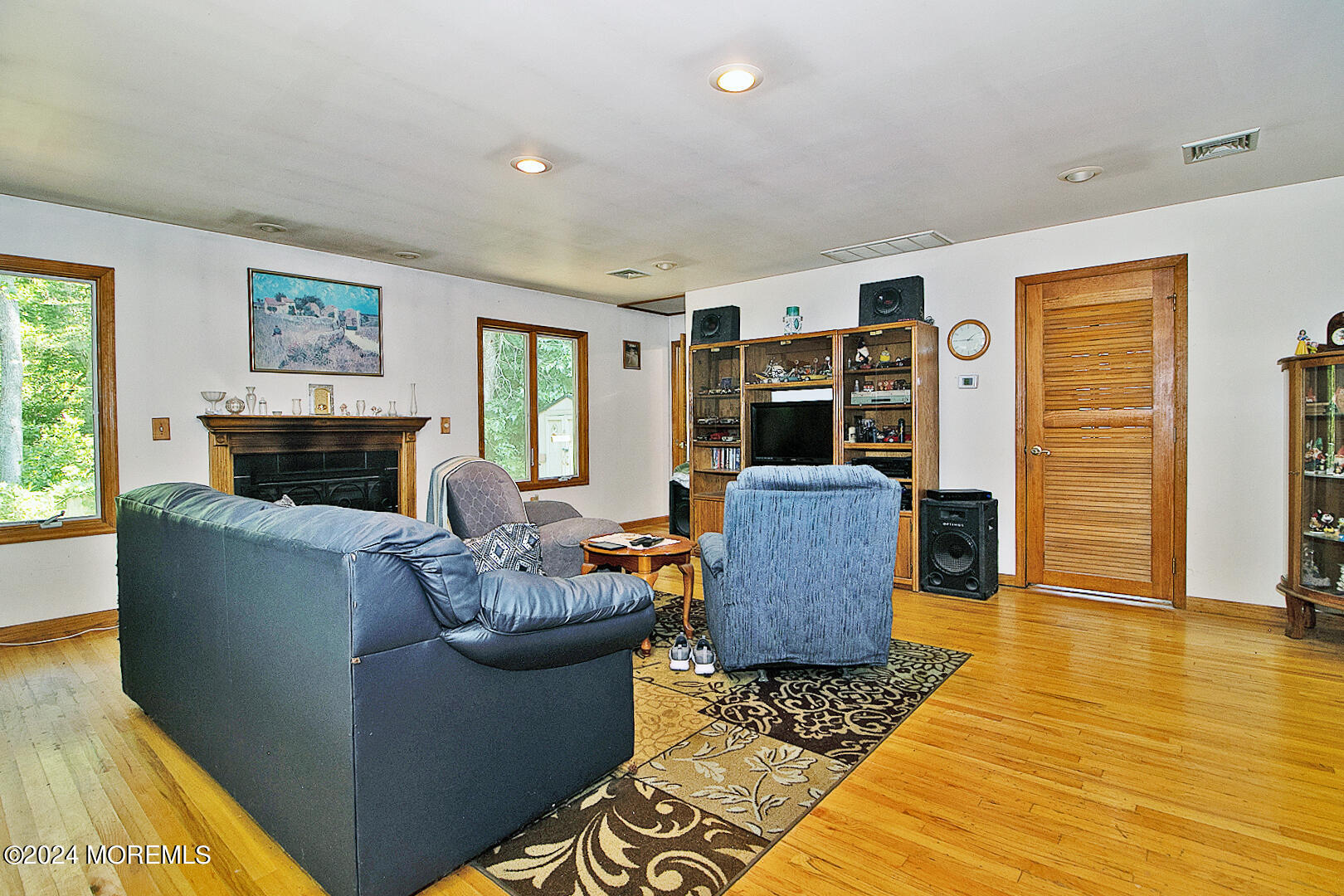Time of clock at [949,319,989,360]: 1:45
